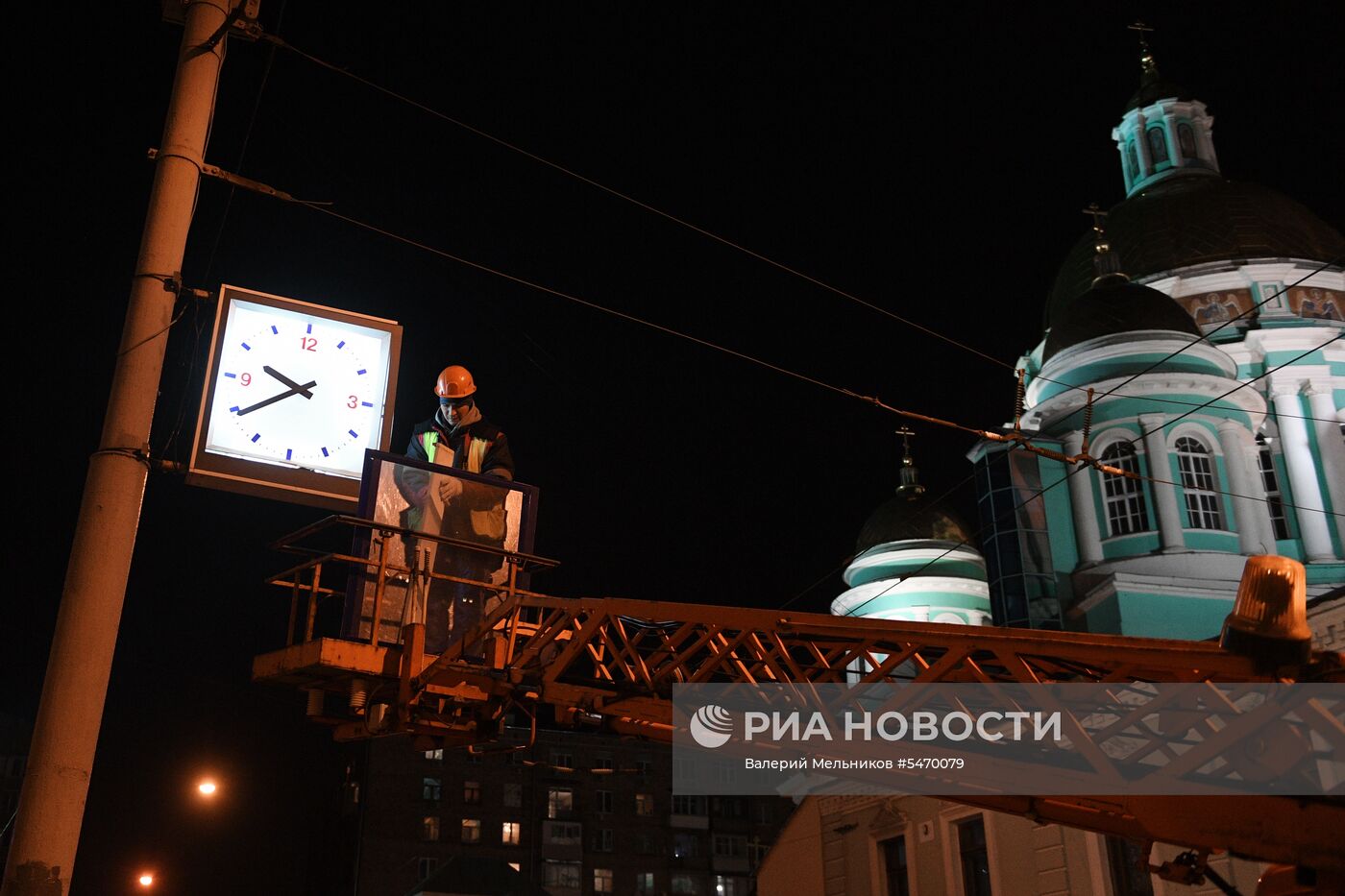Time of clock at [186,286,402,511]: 9:39
